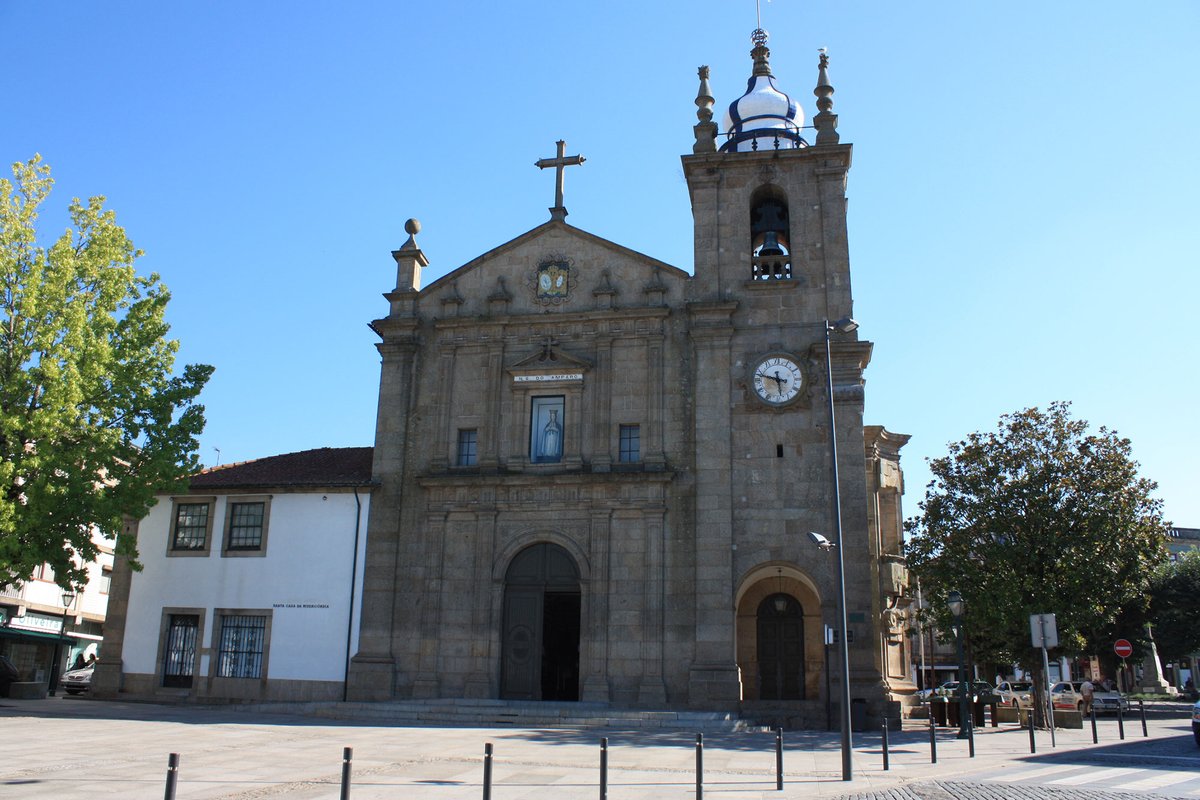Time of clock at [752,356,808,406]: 5:47
